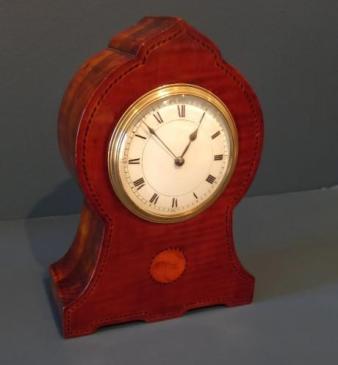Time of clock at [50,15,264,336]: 12:52
